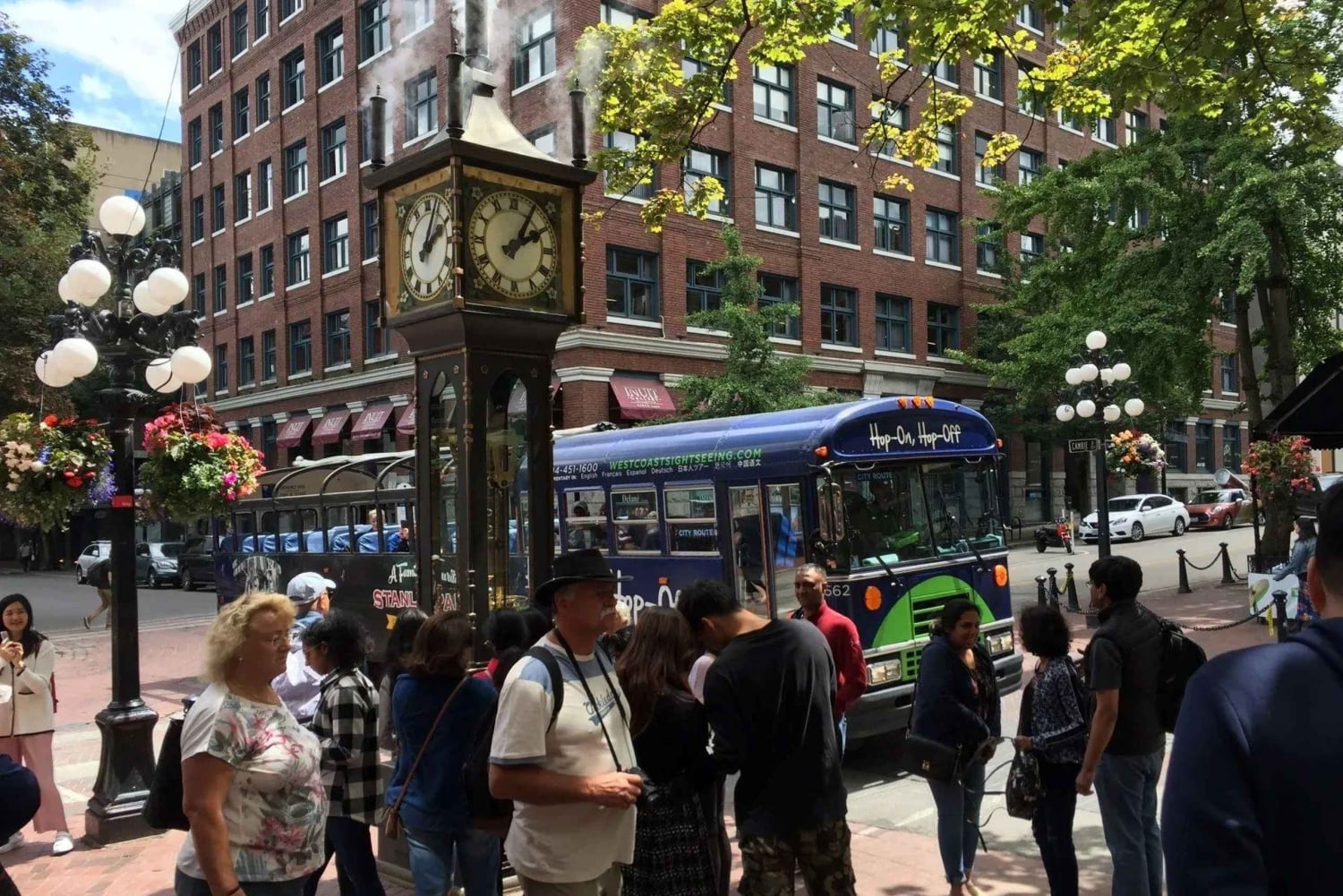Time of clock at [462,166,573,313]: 2:04
